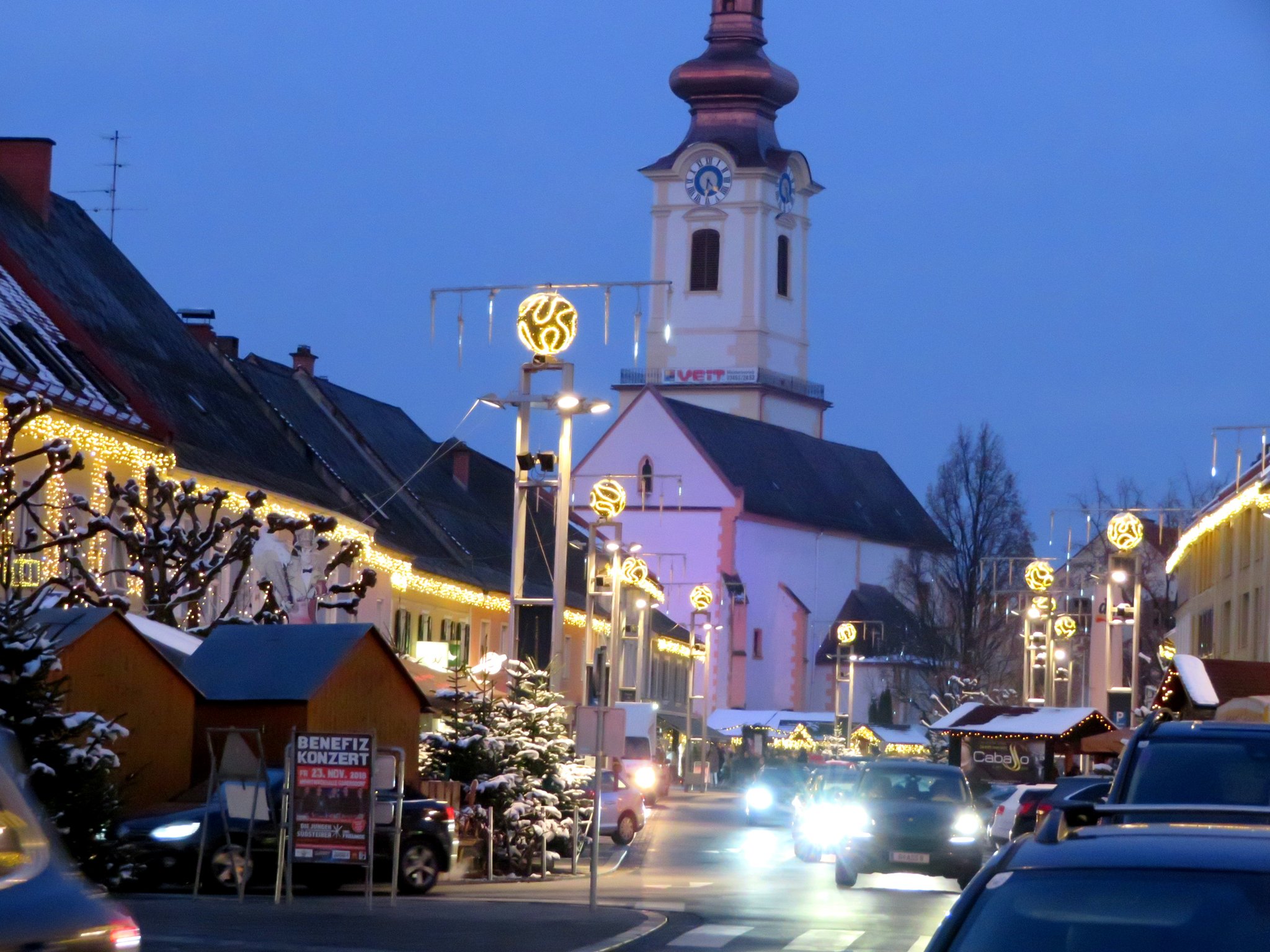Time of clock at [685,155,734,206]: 4:31
